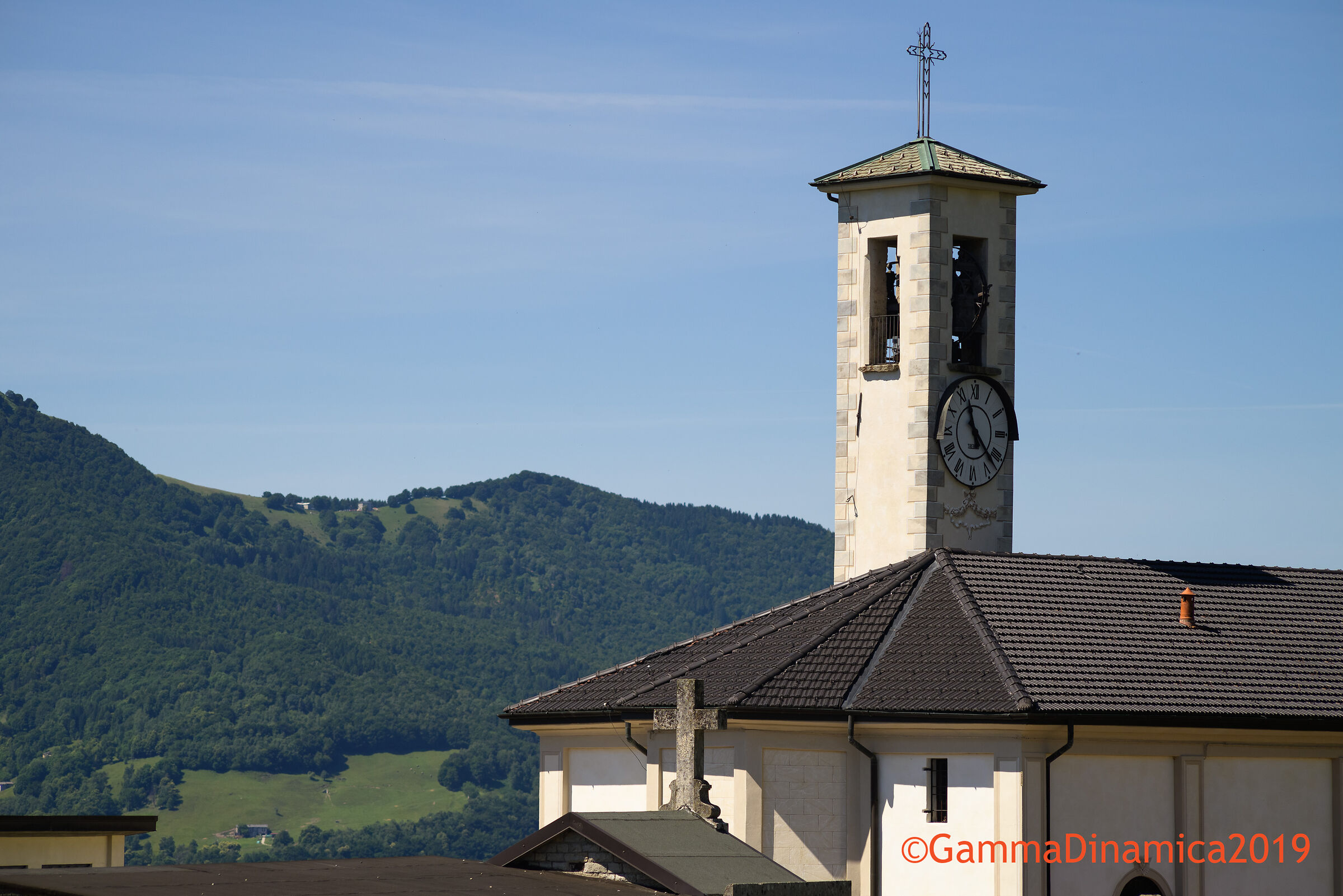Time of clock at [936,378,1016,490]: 11:22
